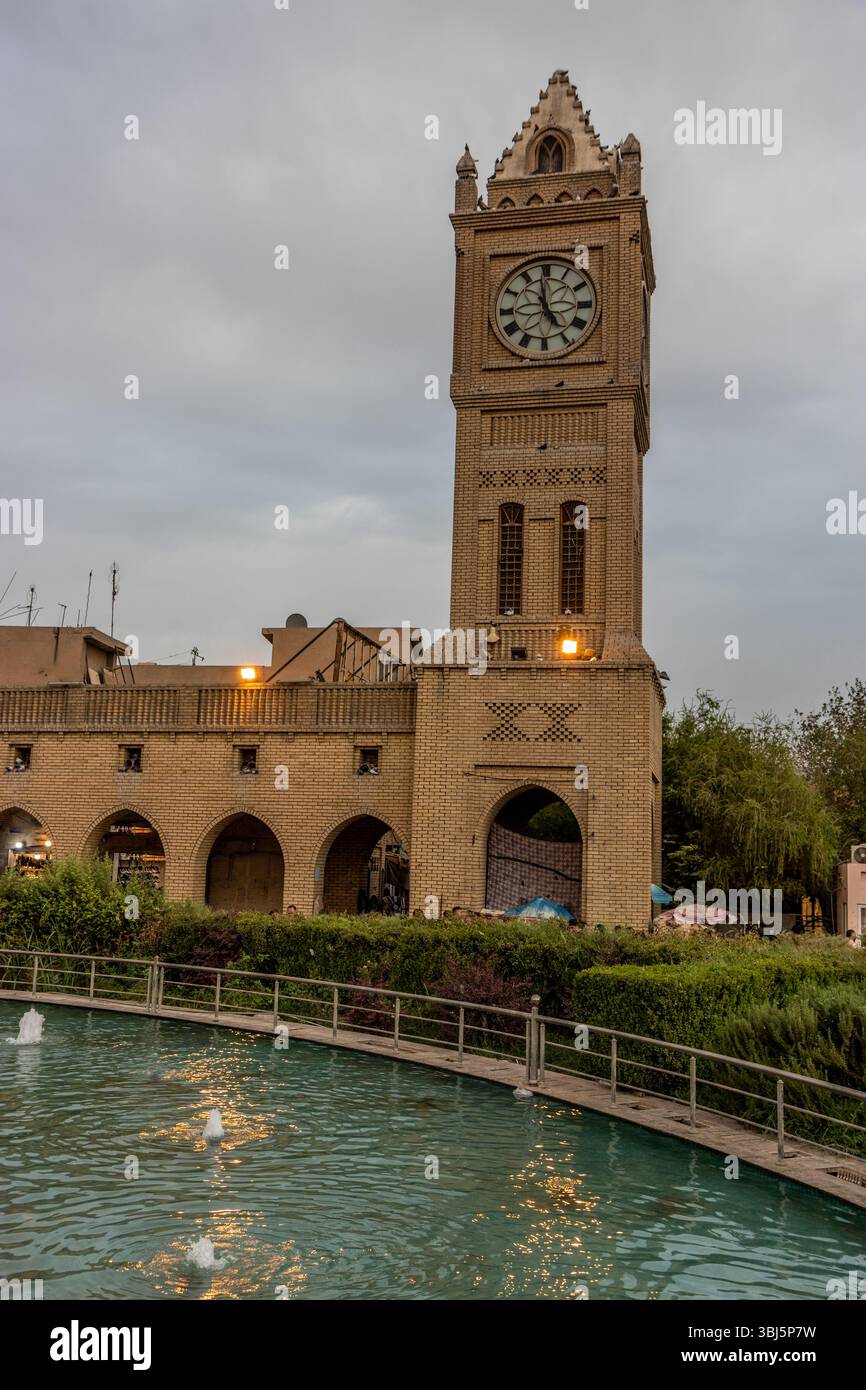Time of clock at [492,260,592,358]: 4:58
